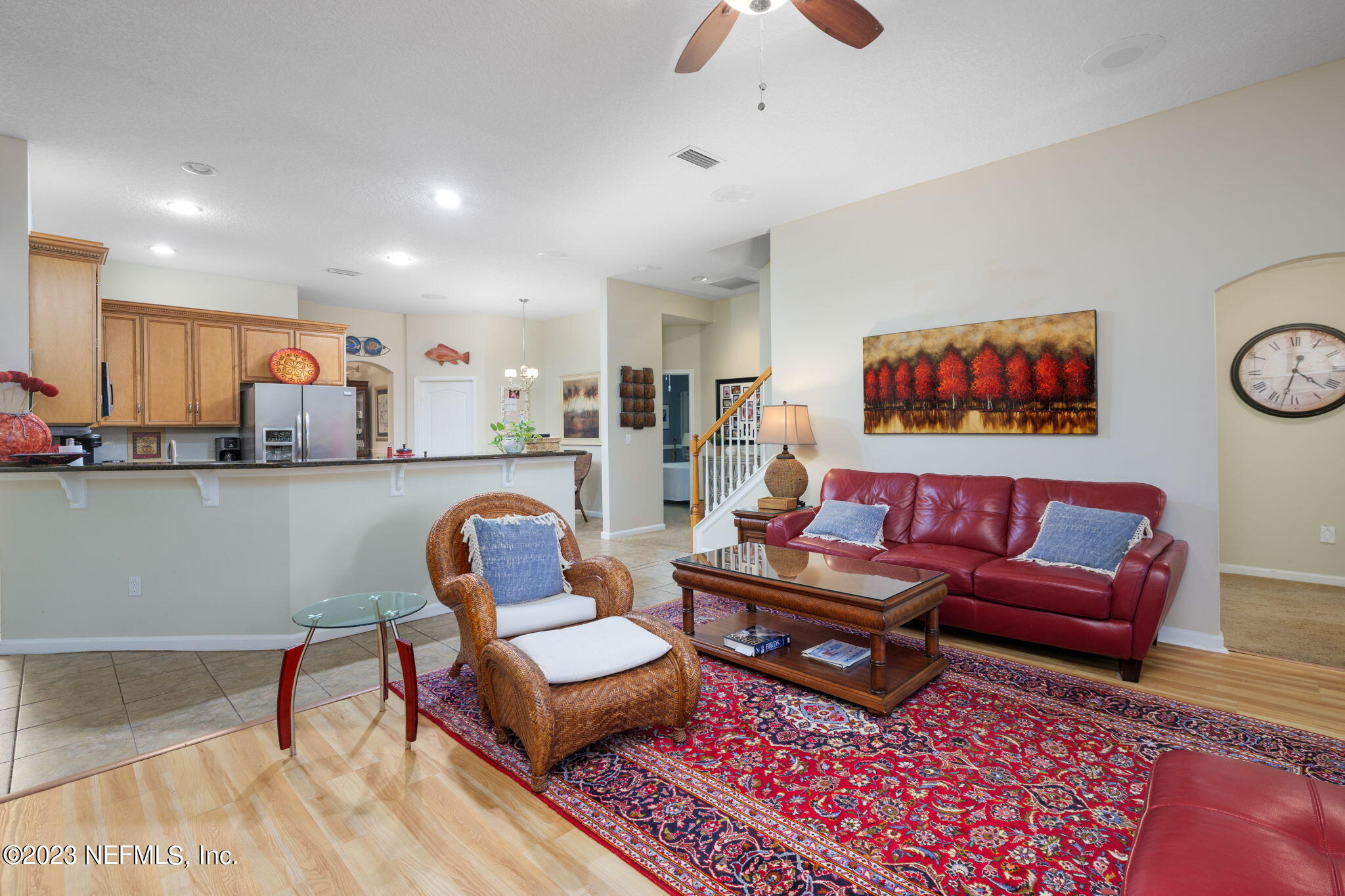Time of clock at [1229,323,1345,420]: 4:32
